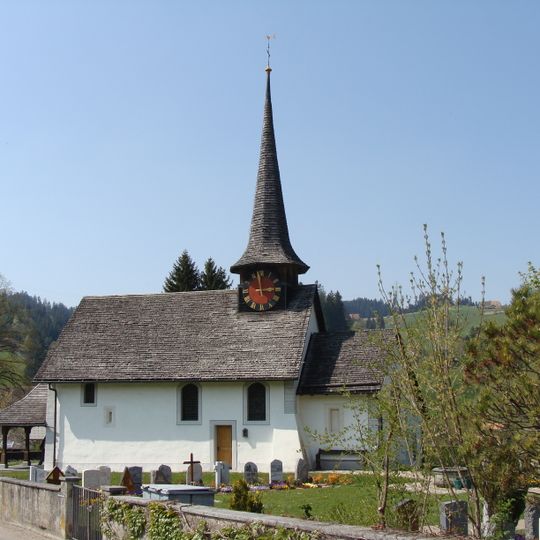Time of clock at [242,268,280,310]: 2:58
